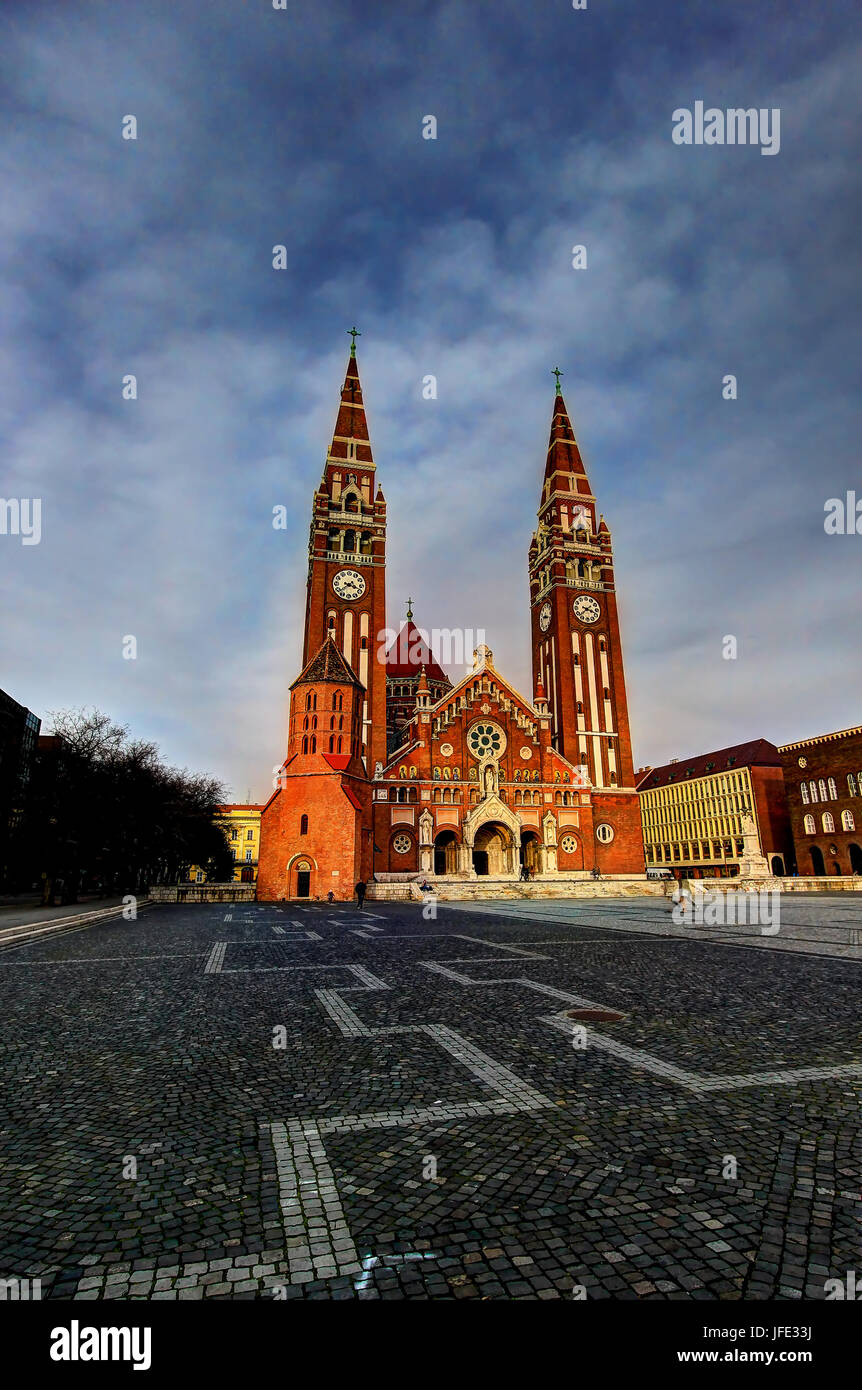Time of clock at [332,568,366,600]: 3:38
